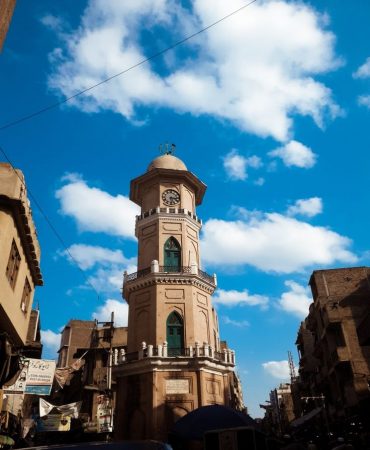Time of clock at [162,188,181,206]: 5:15
